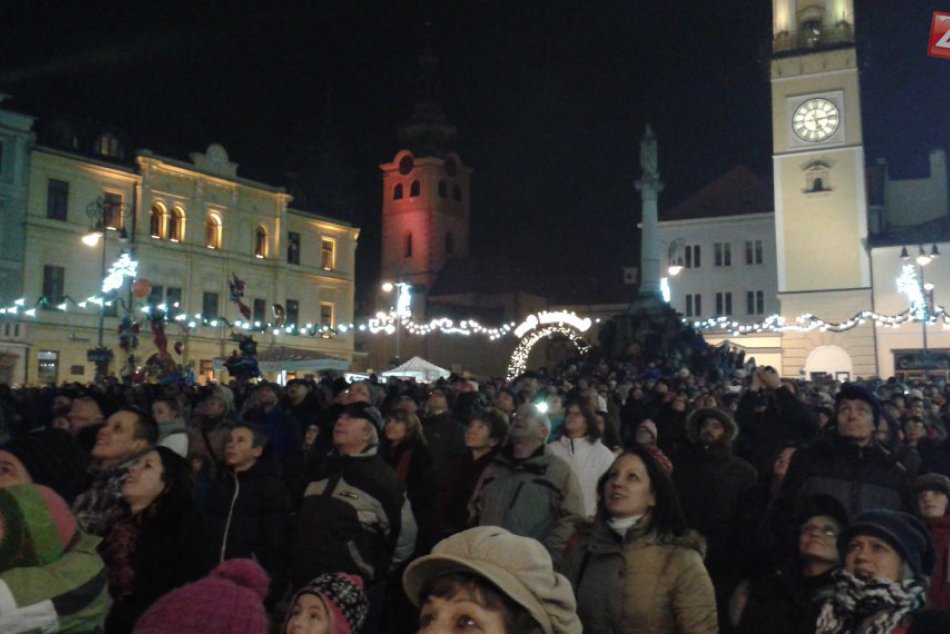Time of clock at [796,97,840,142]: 5:13
